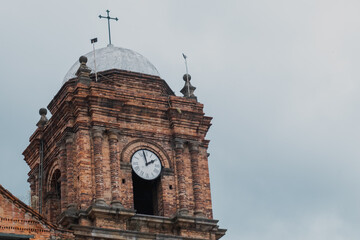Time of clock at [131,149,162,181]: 1:58
